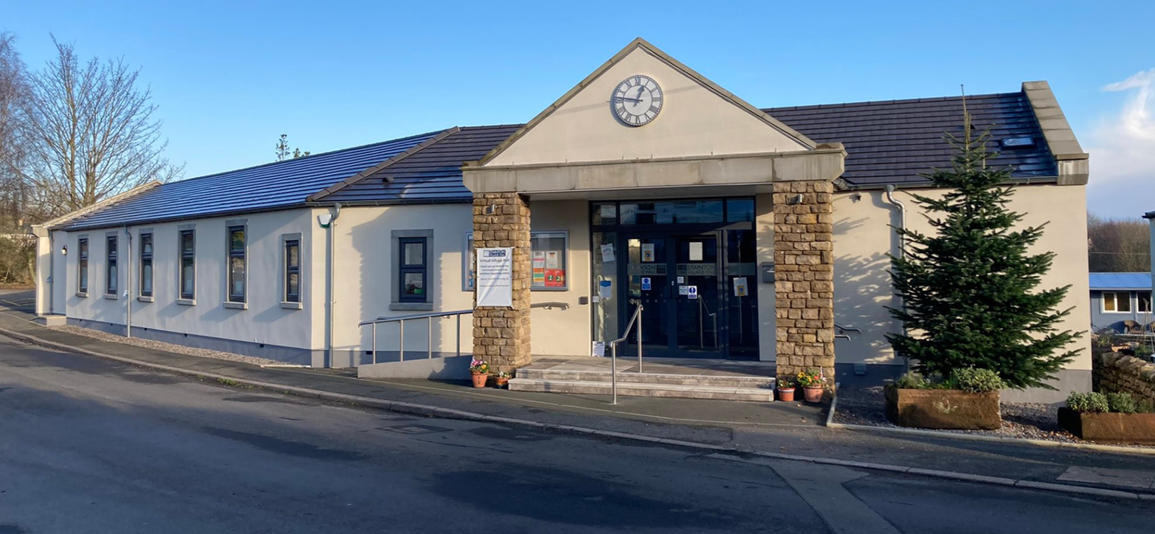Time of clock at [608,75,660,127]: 12:46
